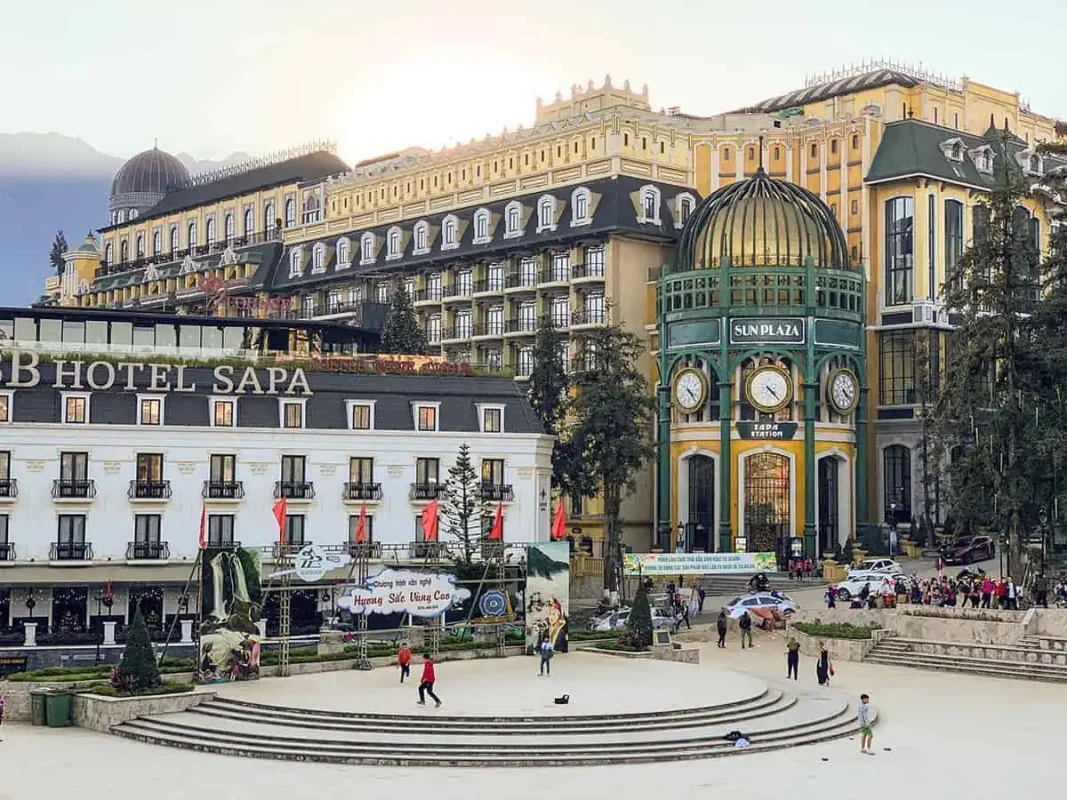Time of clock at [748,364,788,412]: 4:22
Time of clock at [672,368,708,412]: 4:22
